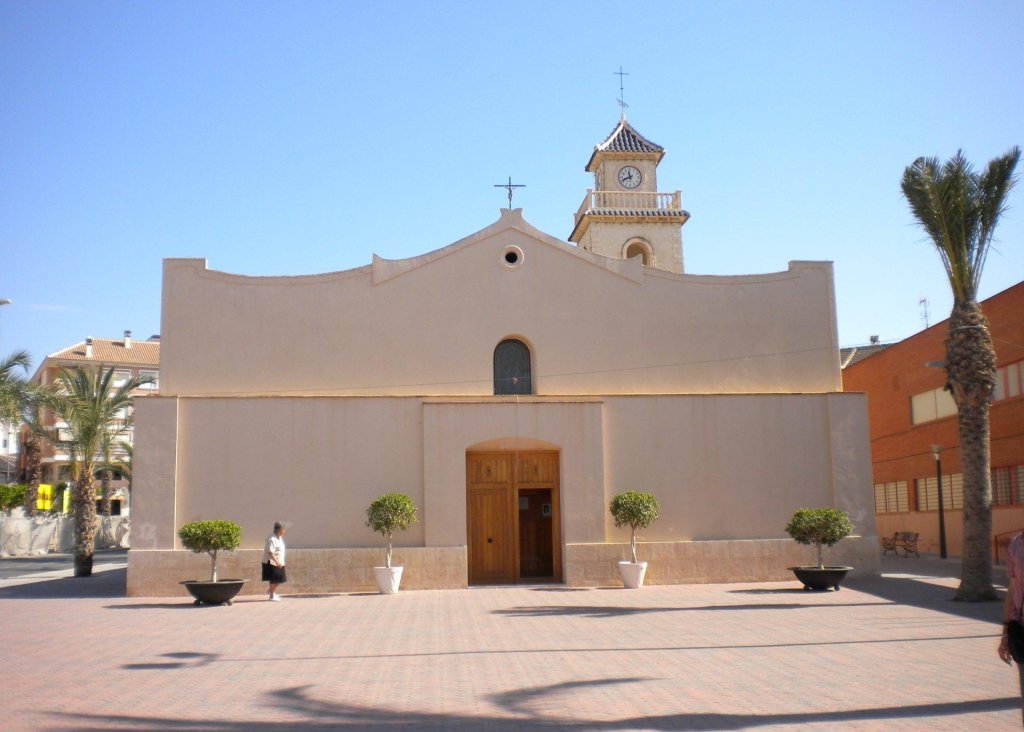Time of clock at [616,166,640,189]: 11:41
